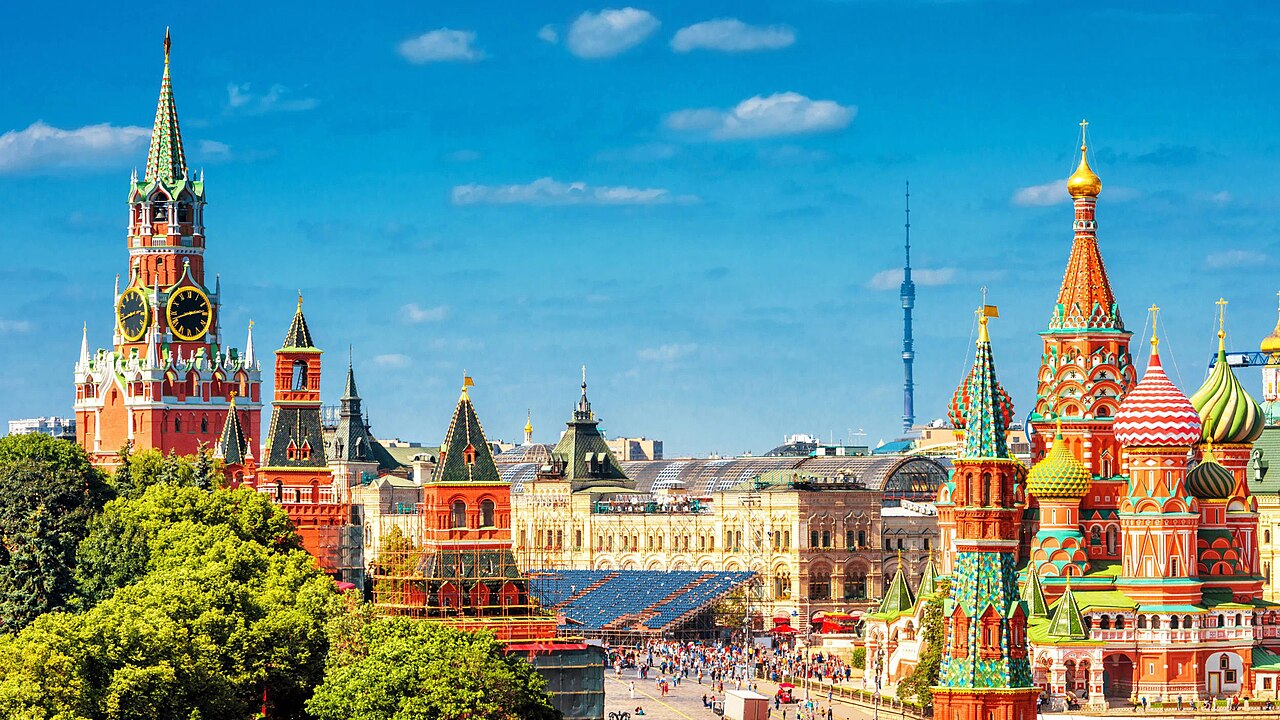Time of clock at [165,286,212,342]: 2:42
